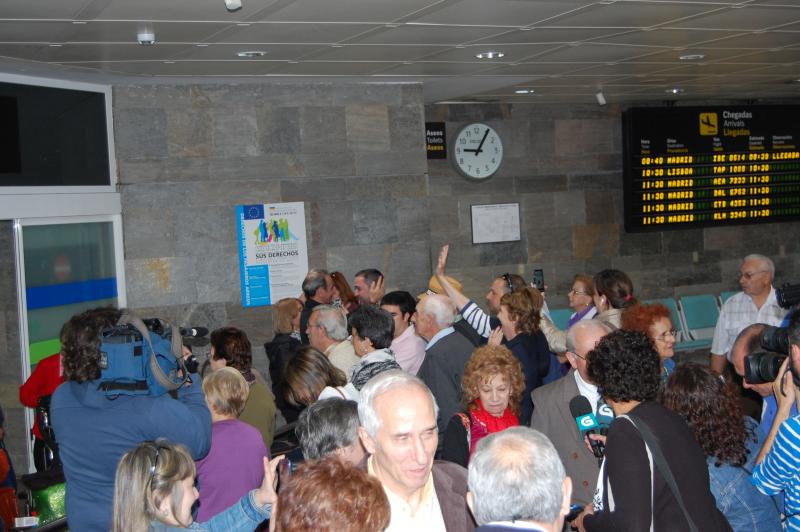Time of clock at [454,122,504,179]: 9:05
